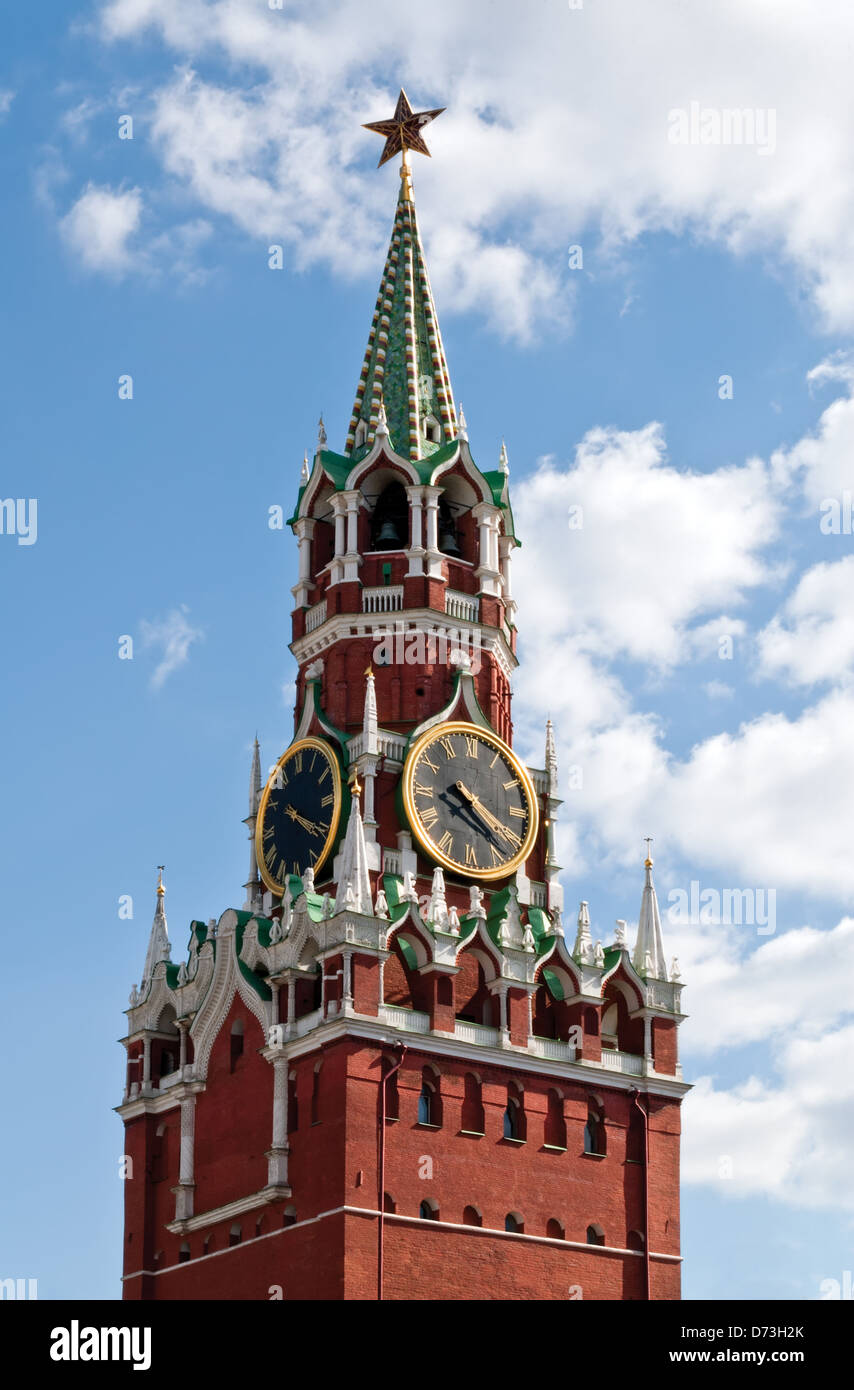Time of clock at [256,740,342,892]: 4:20
